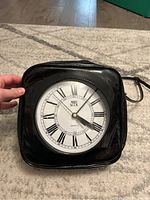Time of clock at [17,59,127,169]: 4:06
